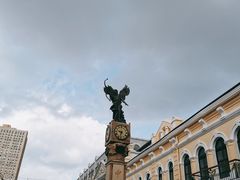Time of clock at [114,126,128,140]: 9:33
